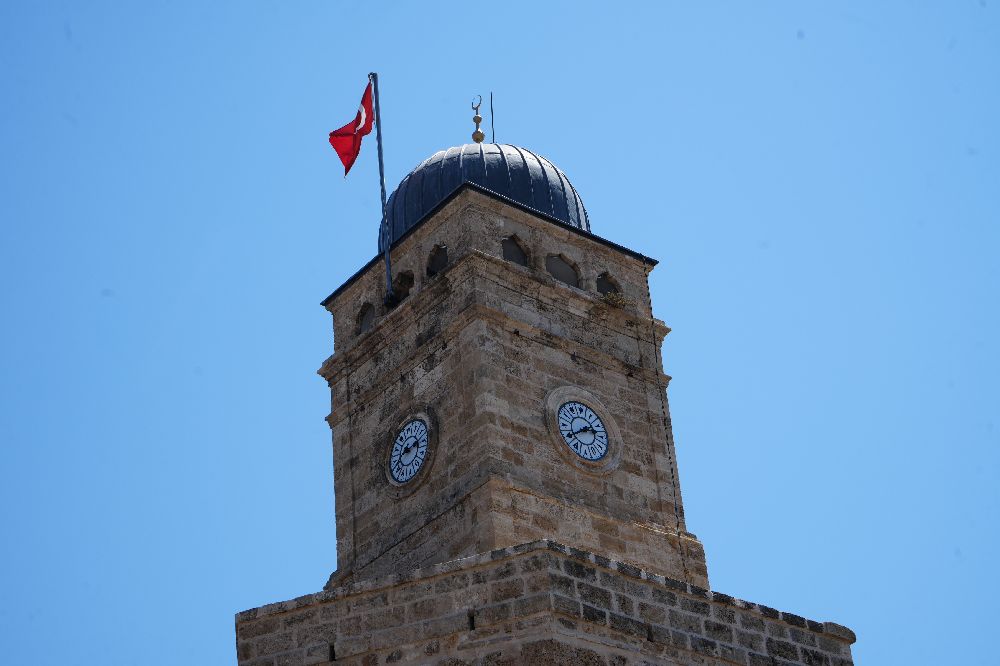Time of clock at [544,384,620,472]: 2:40
